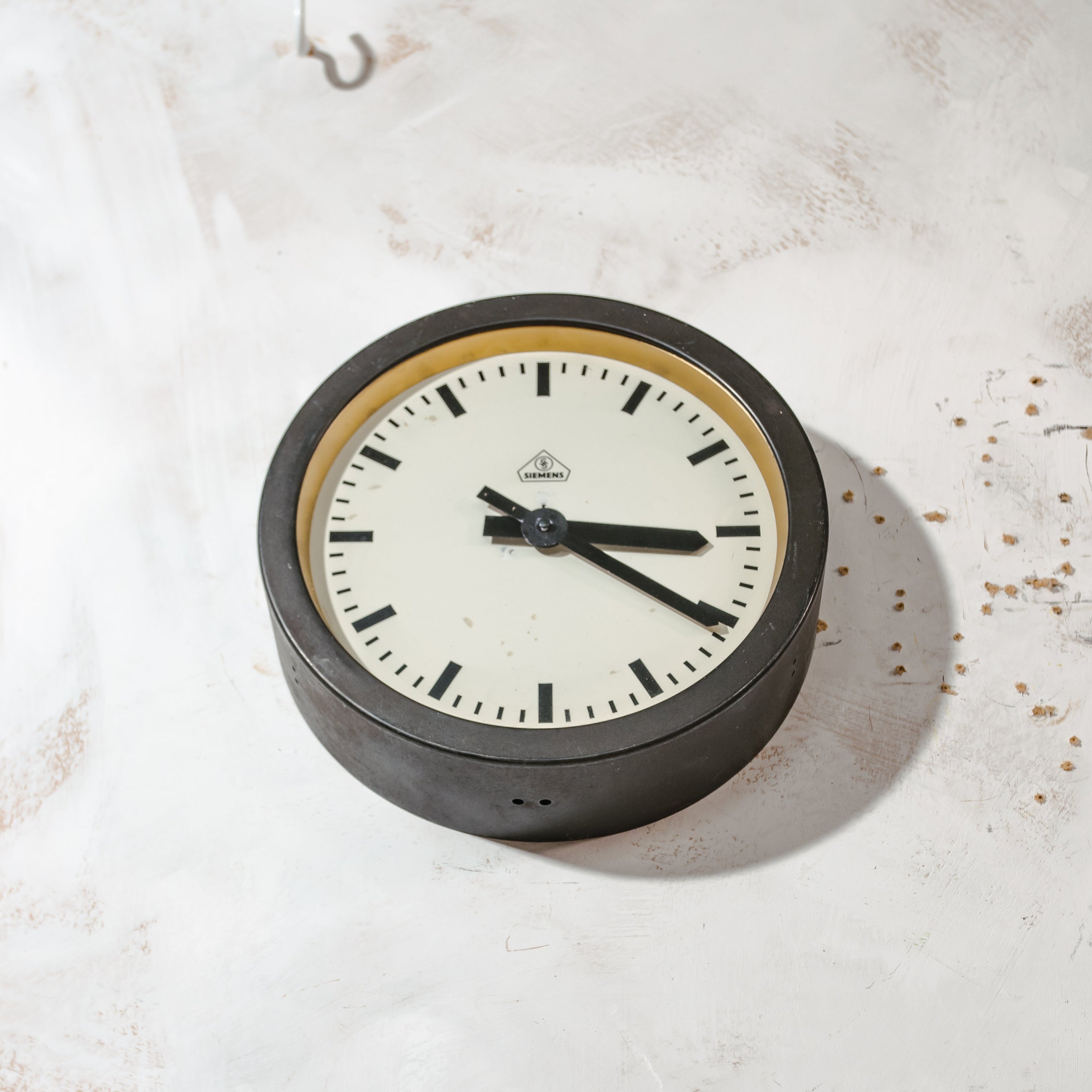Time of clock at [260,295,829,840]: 3:20
